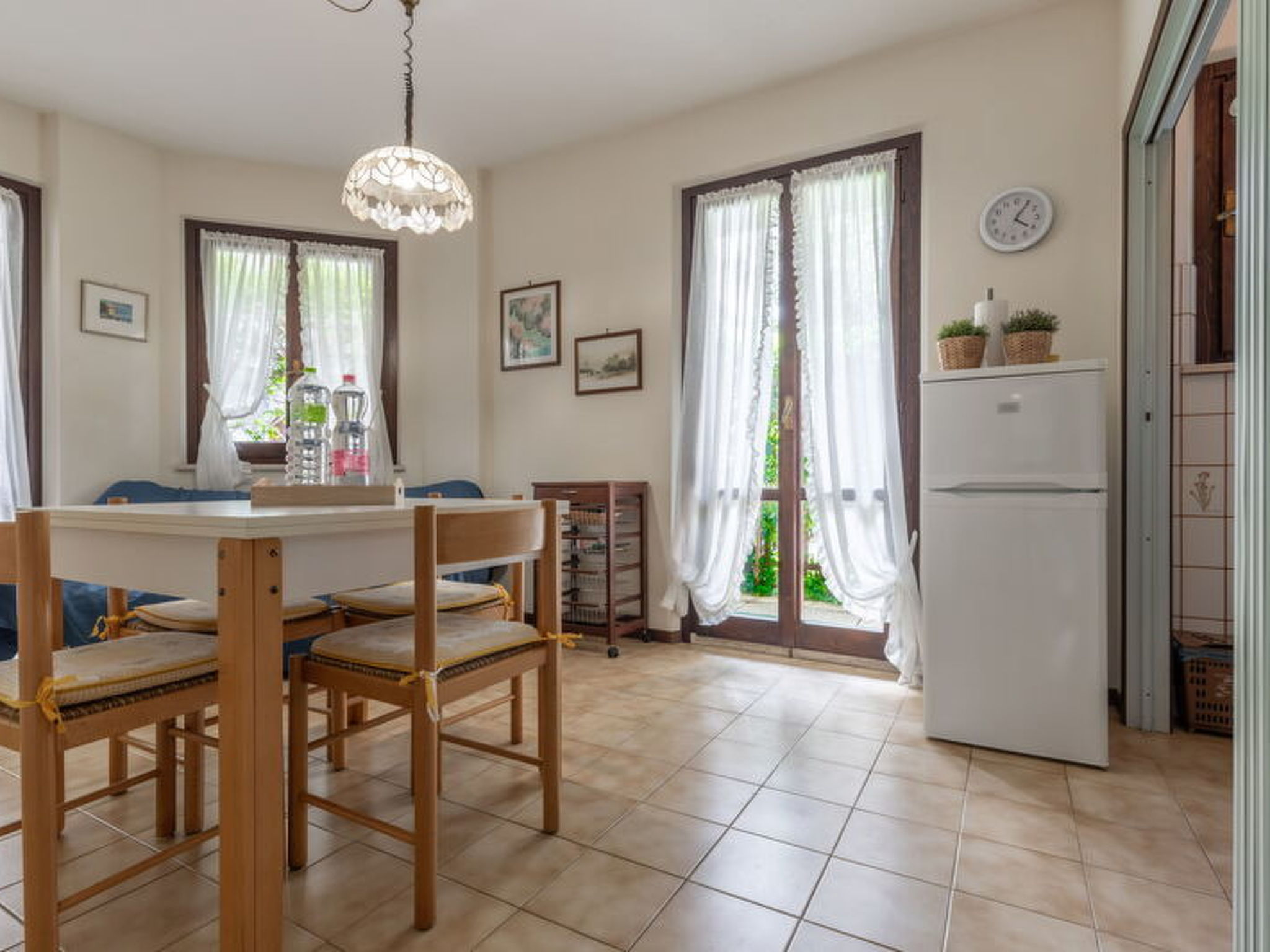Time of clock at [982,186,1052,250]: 4:05
